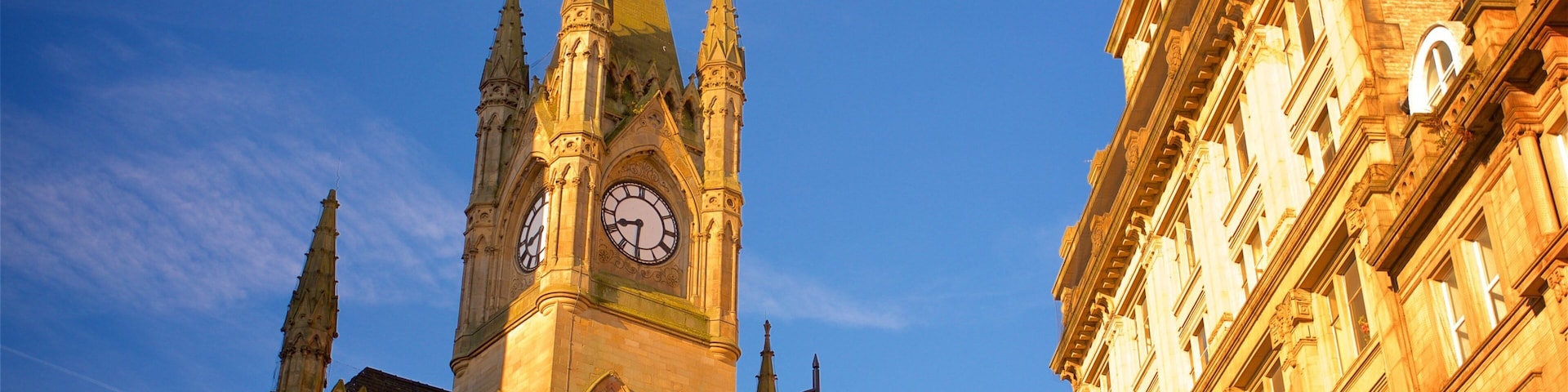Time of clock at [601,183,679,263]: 8:30
